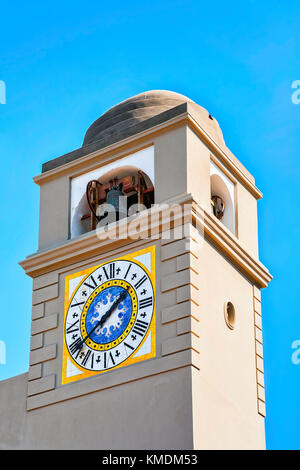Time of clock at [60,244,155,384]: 1:38
